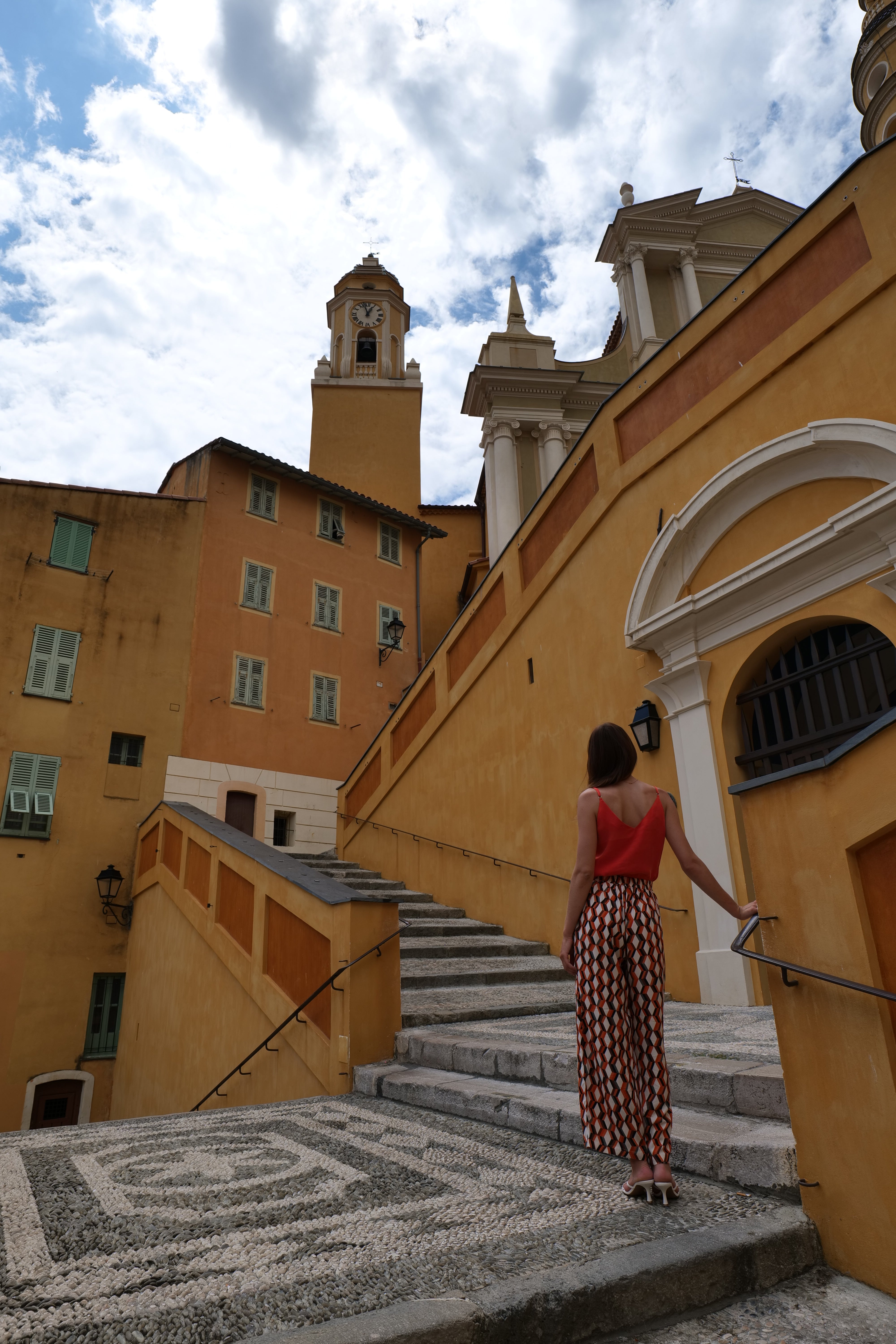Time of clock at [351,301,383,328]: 12:57
